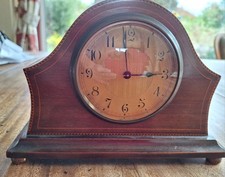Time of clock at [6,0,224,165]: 2:58
